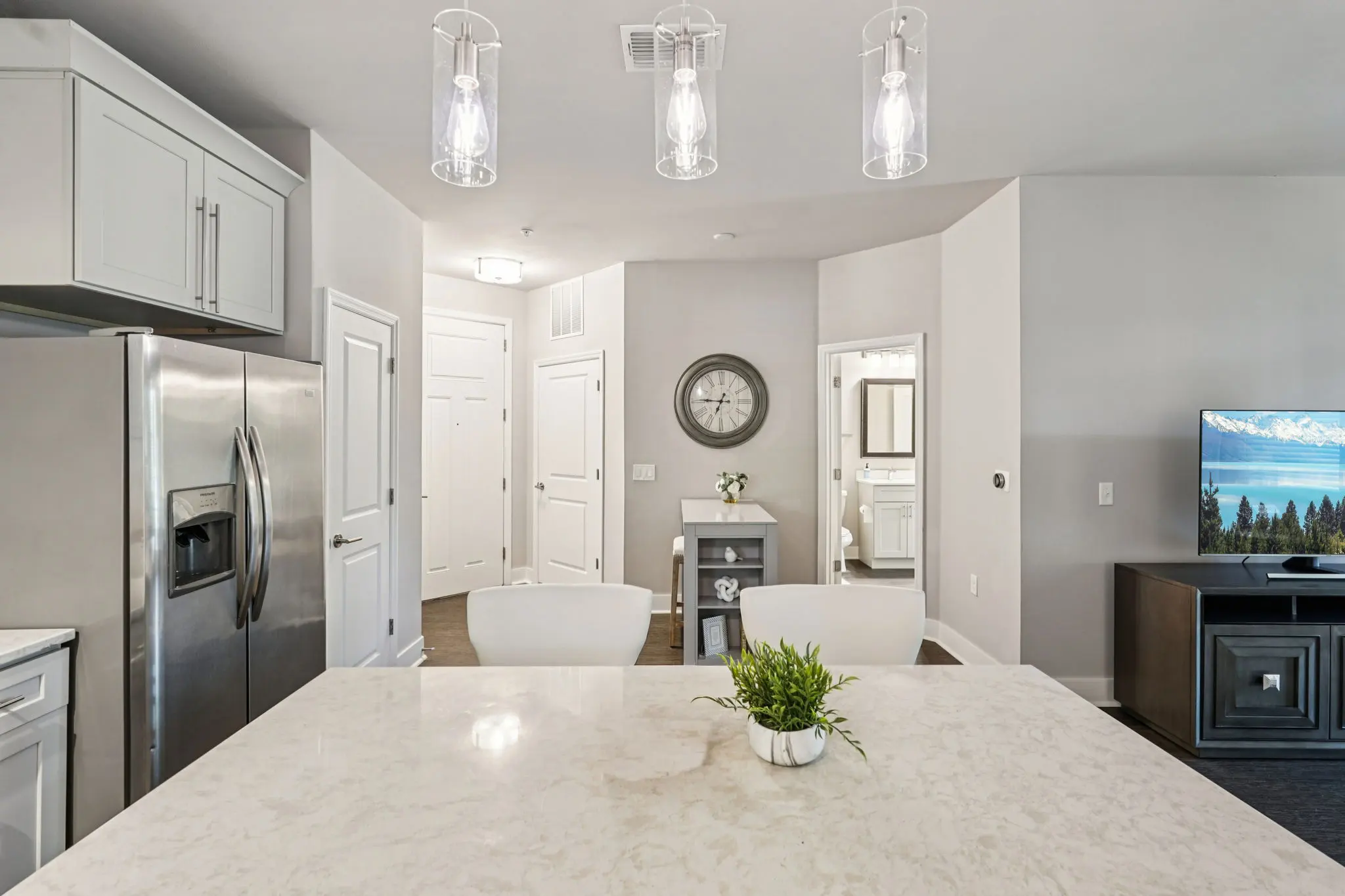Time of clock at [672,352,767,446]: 6:45
